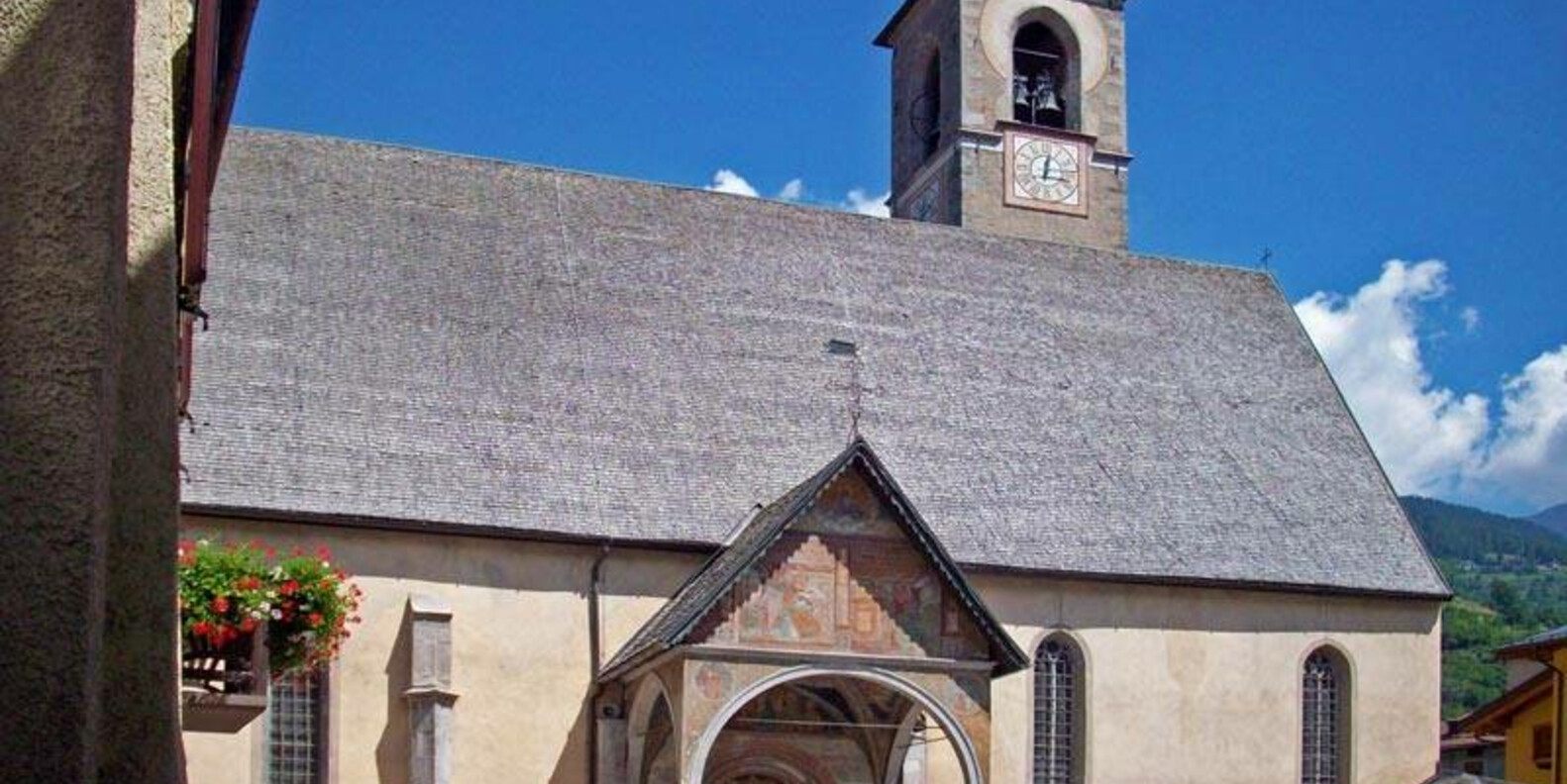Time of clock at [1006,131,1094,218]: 12:16
